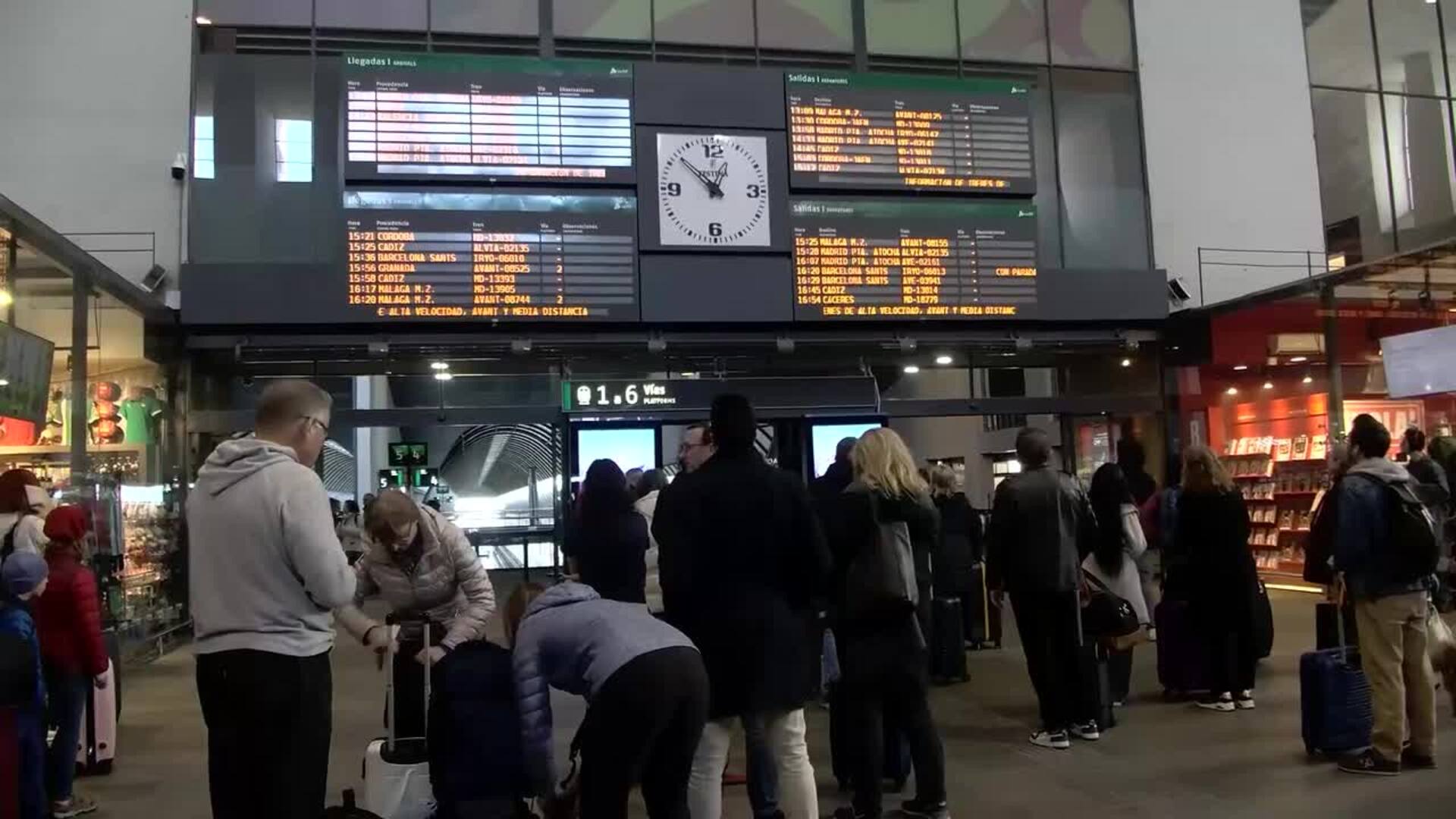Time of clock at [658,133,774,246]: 12:52
